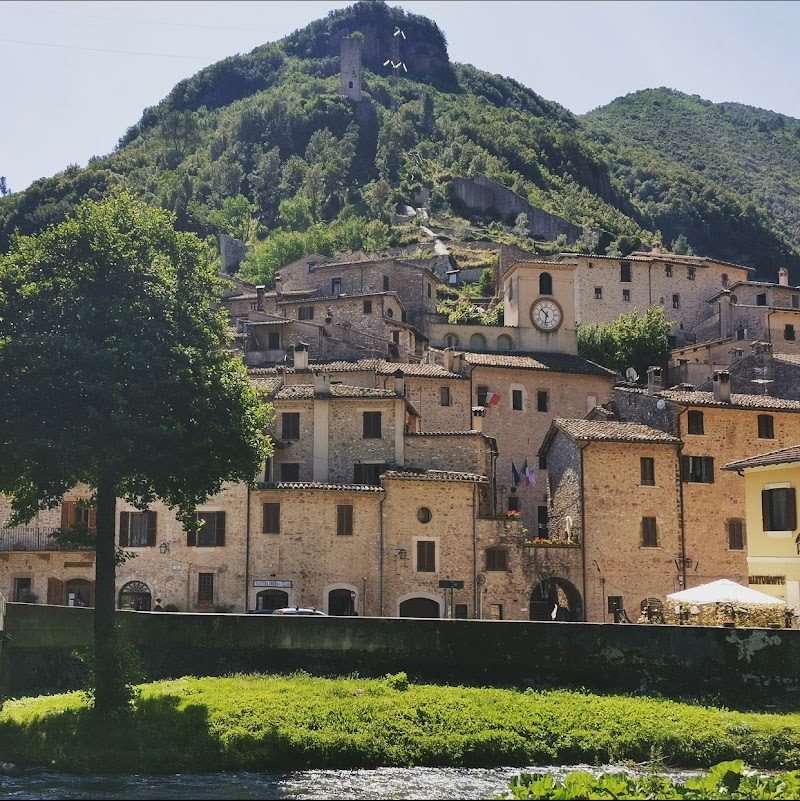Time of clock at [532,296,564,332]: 10:32
